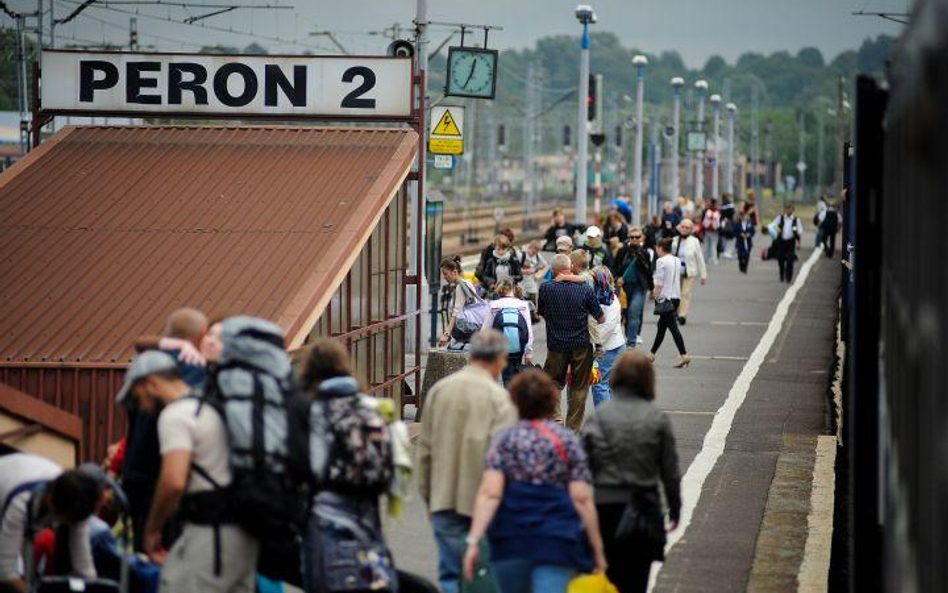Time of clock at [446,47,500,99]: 12:34
